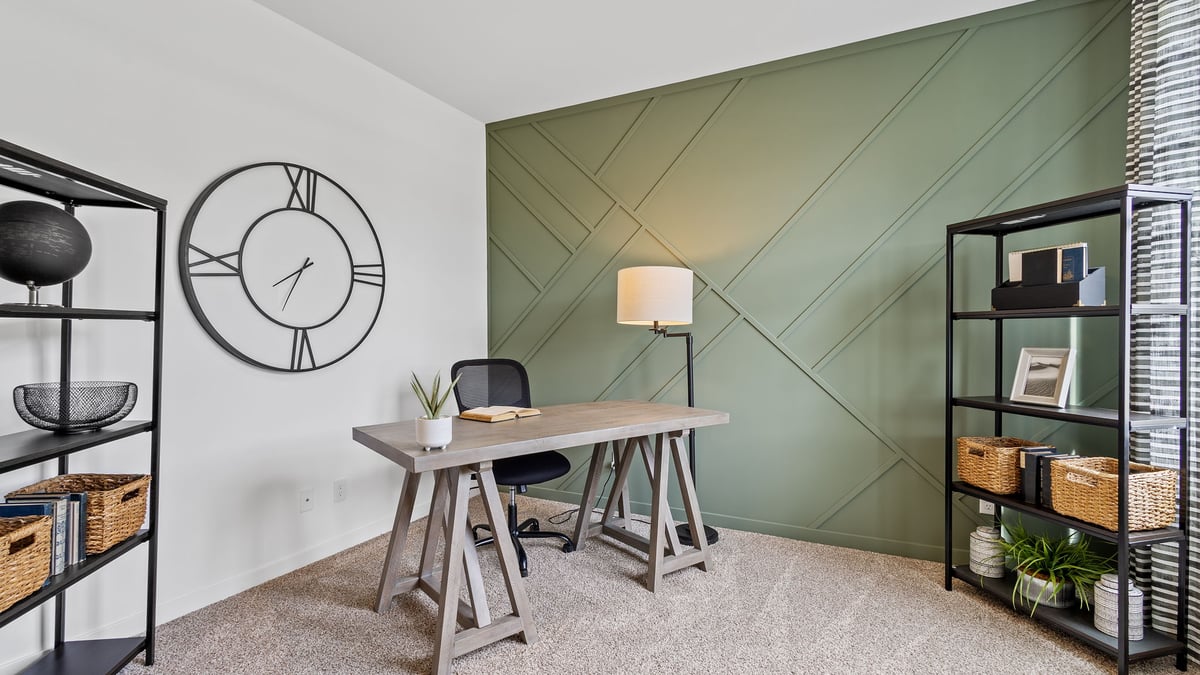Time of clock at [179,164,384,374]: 7:33
